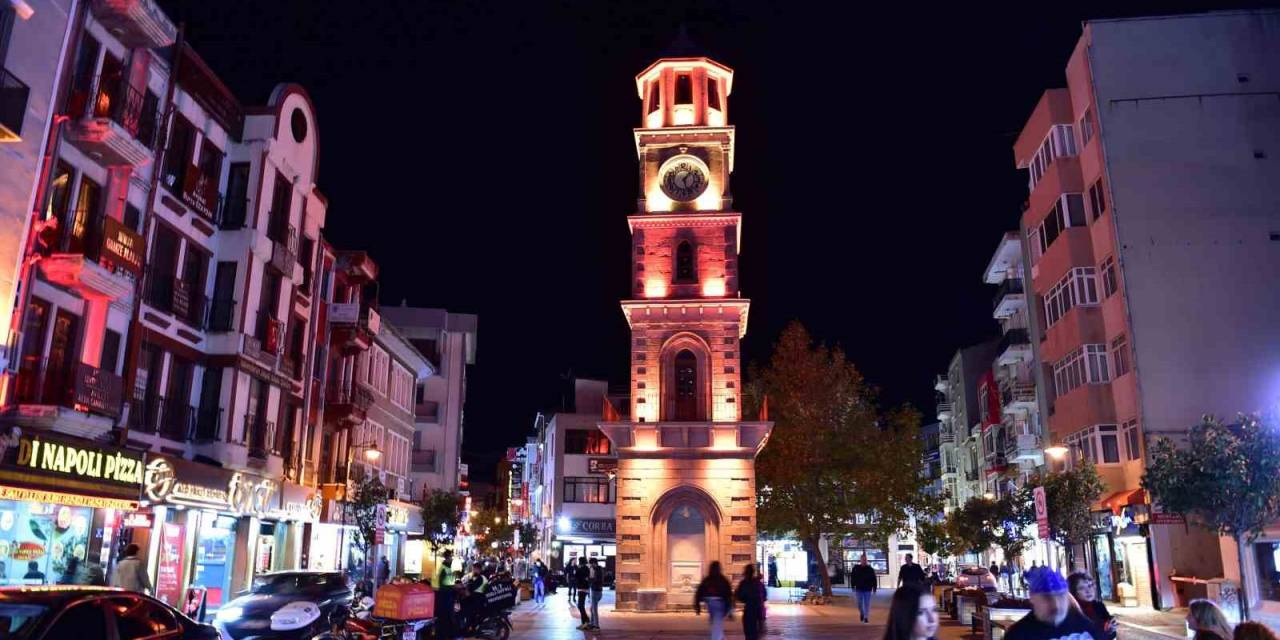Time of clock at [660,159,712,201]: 1:28
